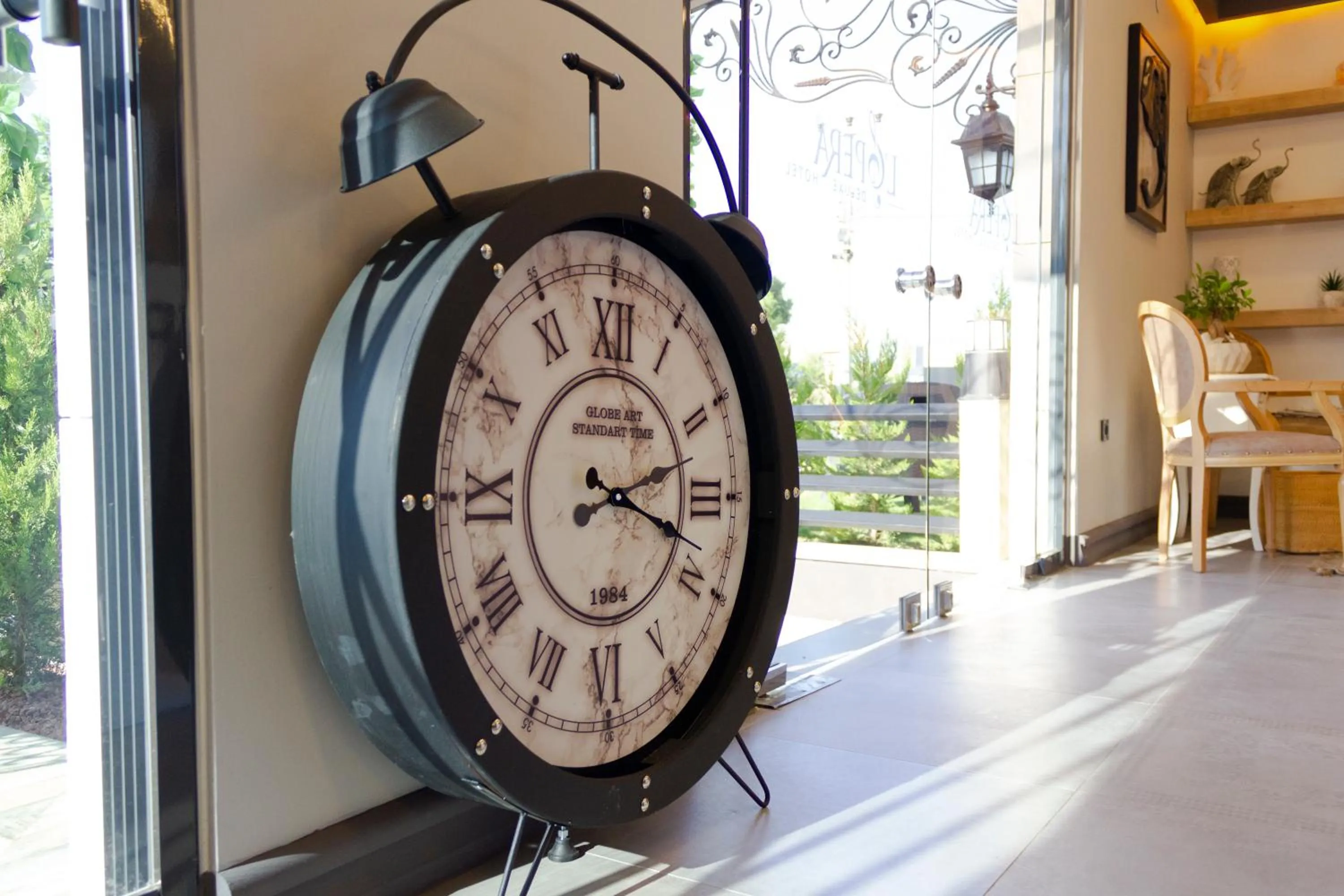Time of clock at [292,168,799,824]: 2:18
